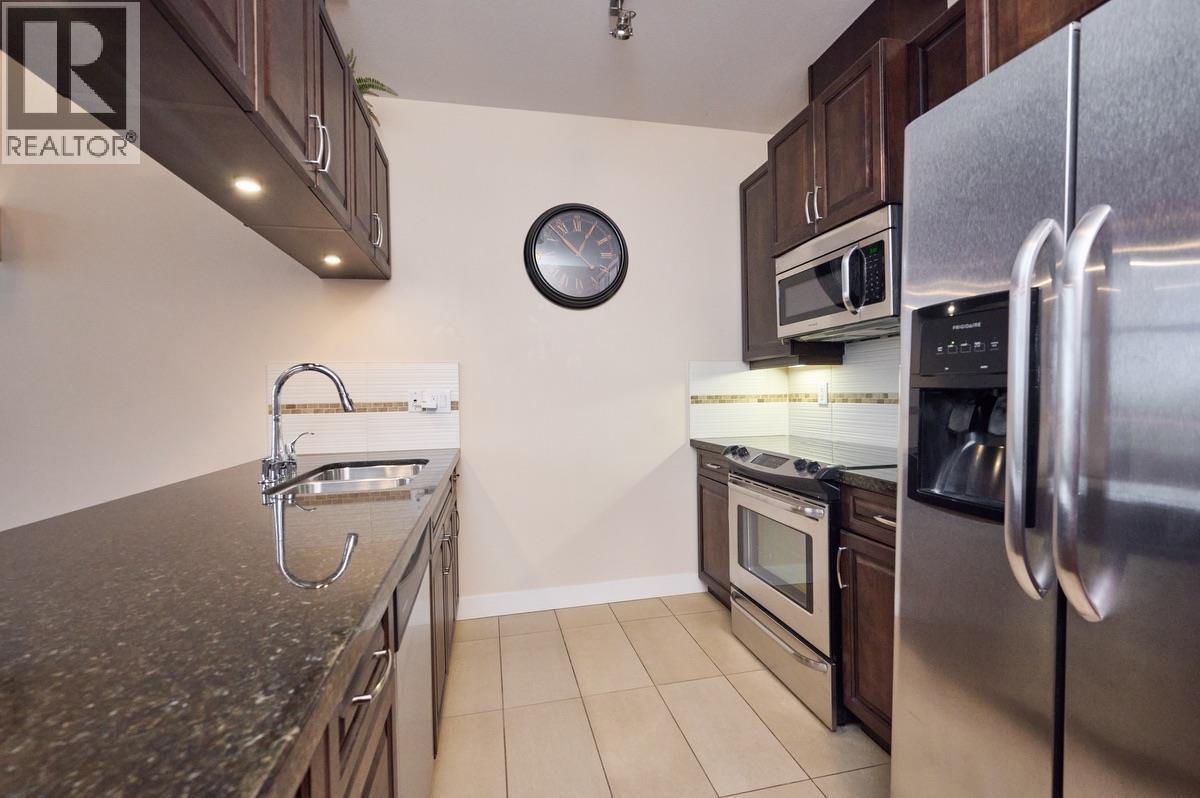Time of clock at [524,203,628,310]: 12:52
